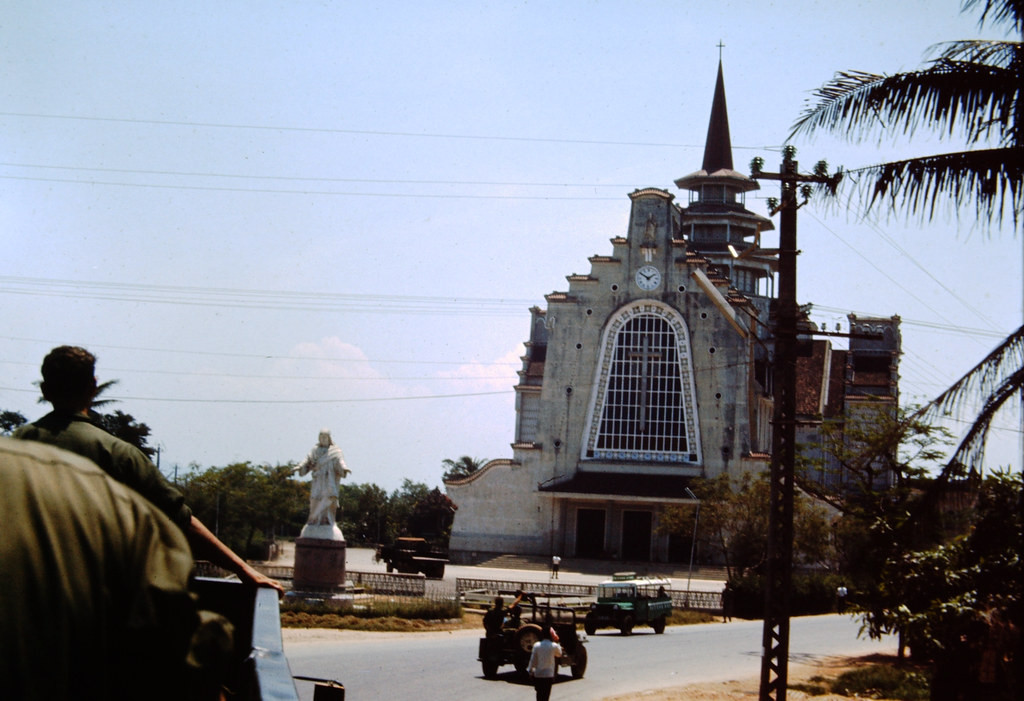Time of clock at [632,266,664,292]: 1:50
